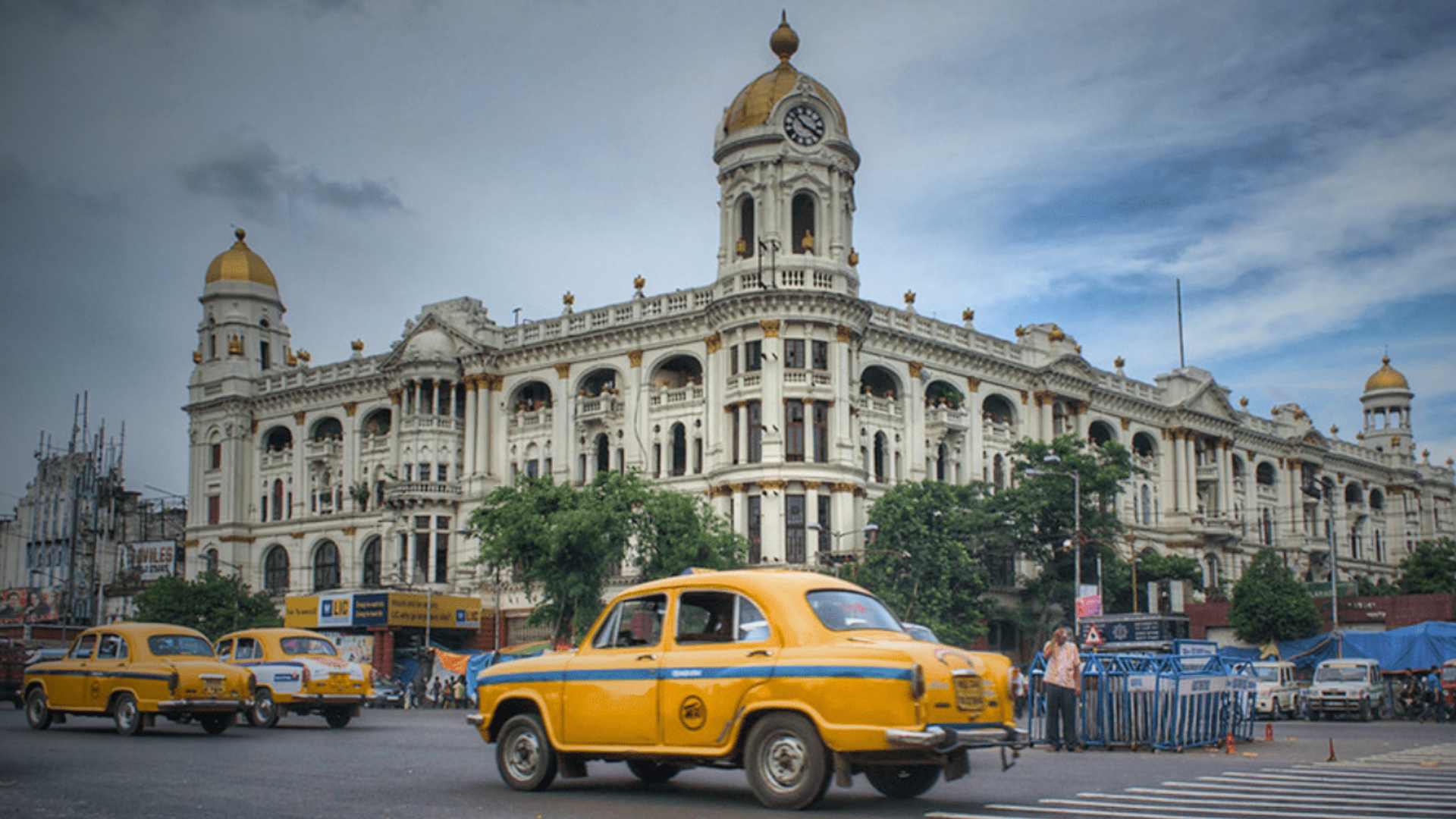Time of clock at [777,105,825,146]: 3:52
